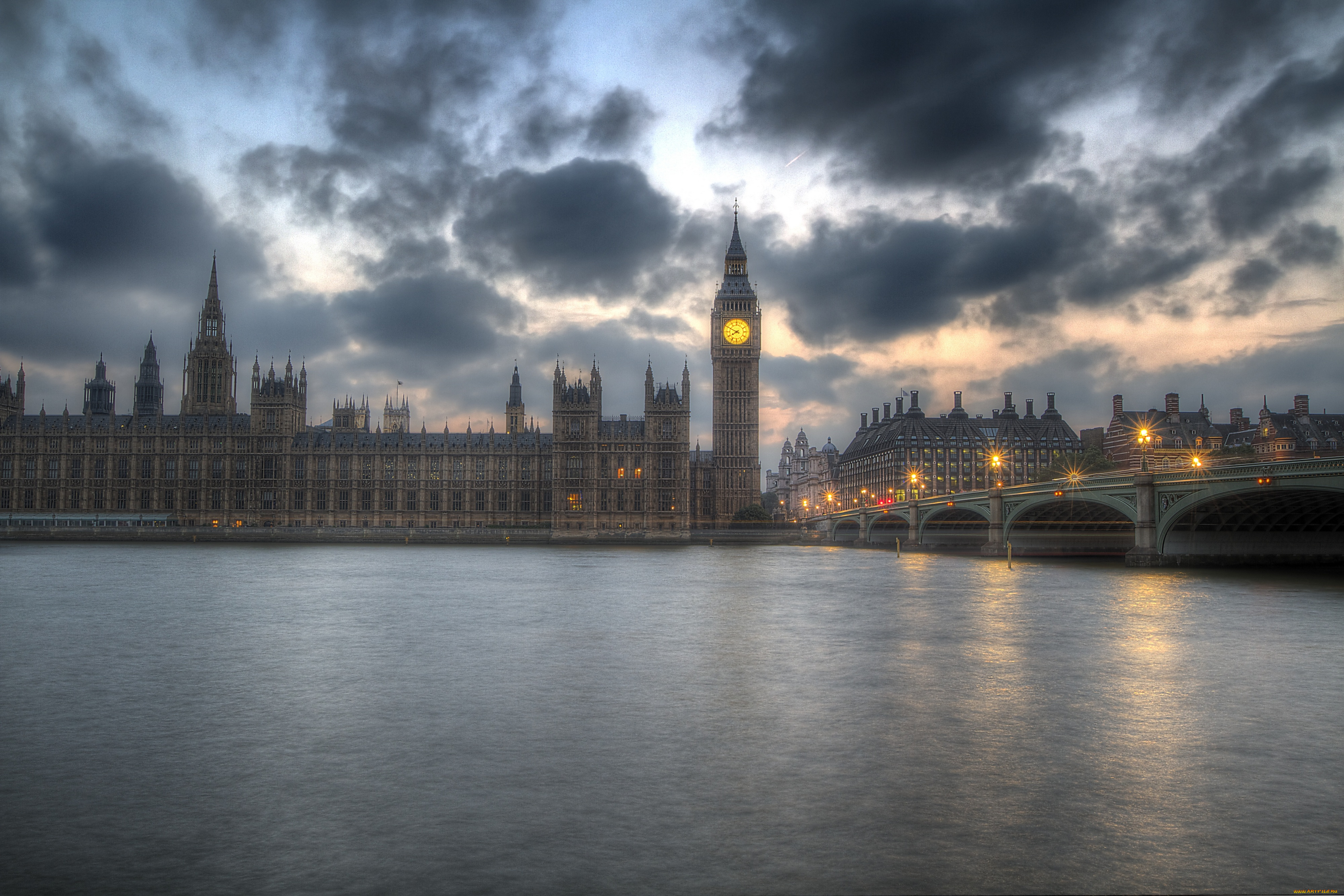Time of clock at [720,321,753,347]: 7:49
